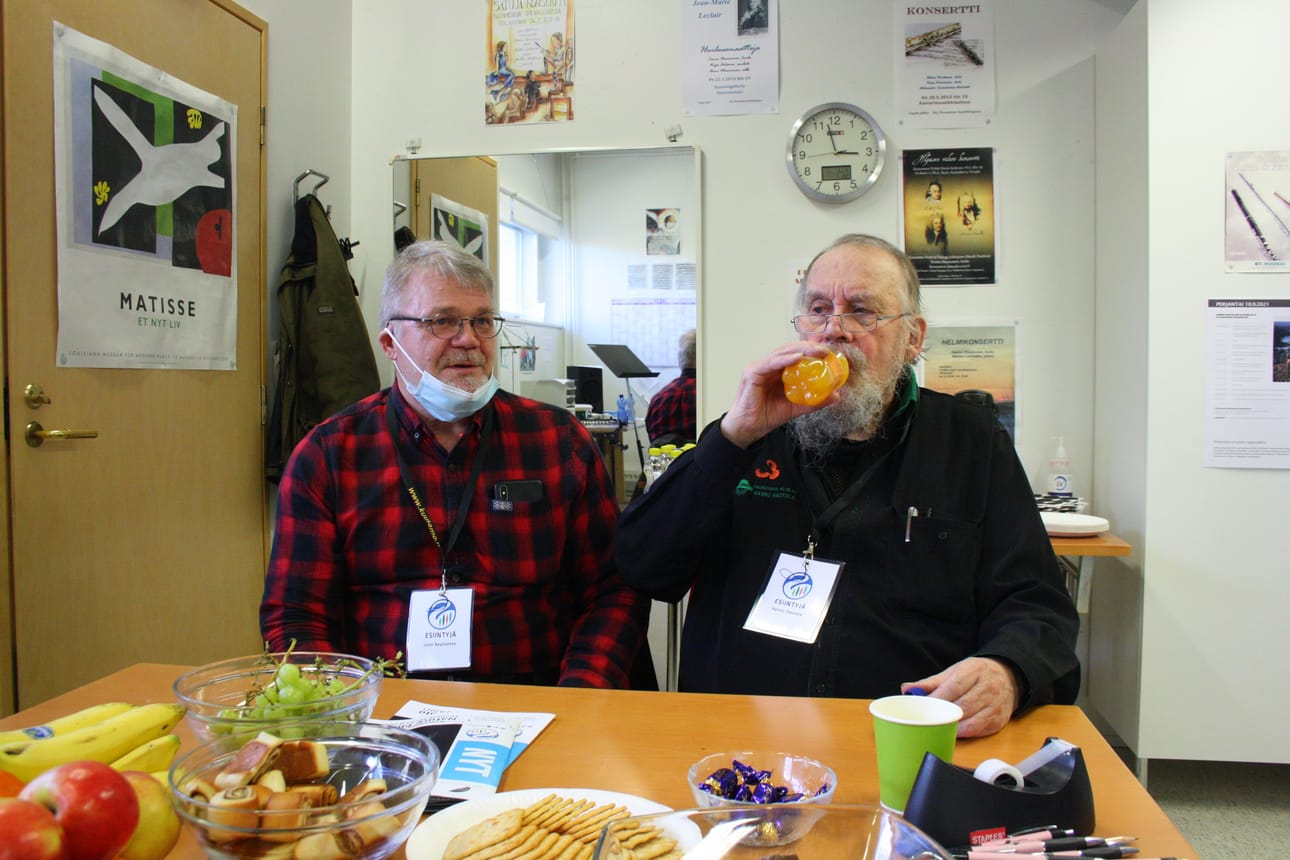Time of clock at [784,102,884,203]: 2:57
